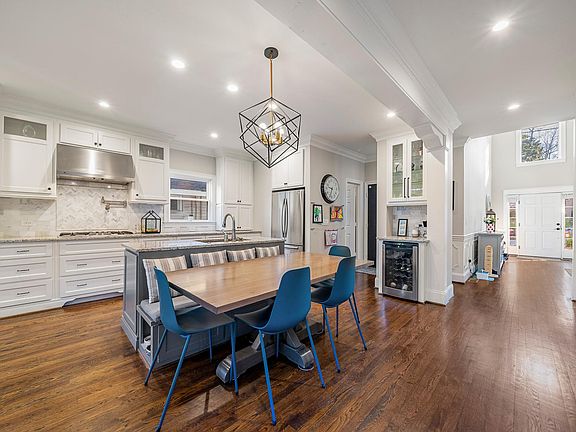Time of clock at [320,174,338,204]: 9:33
